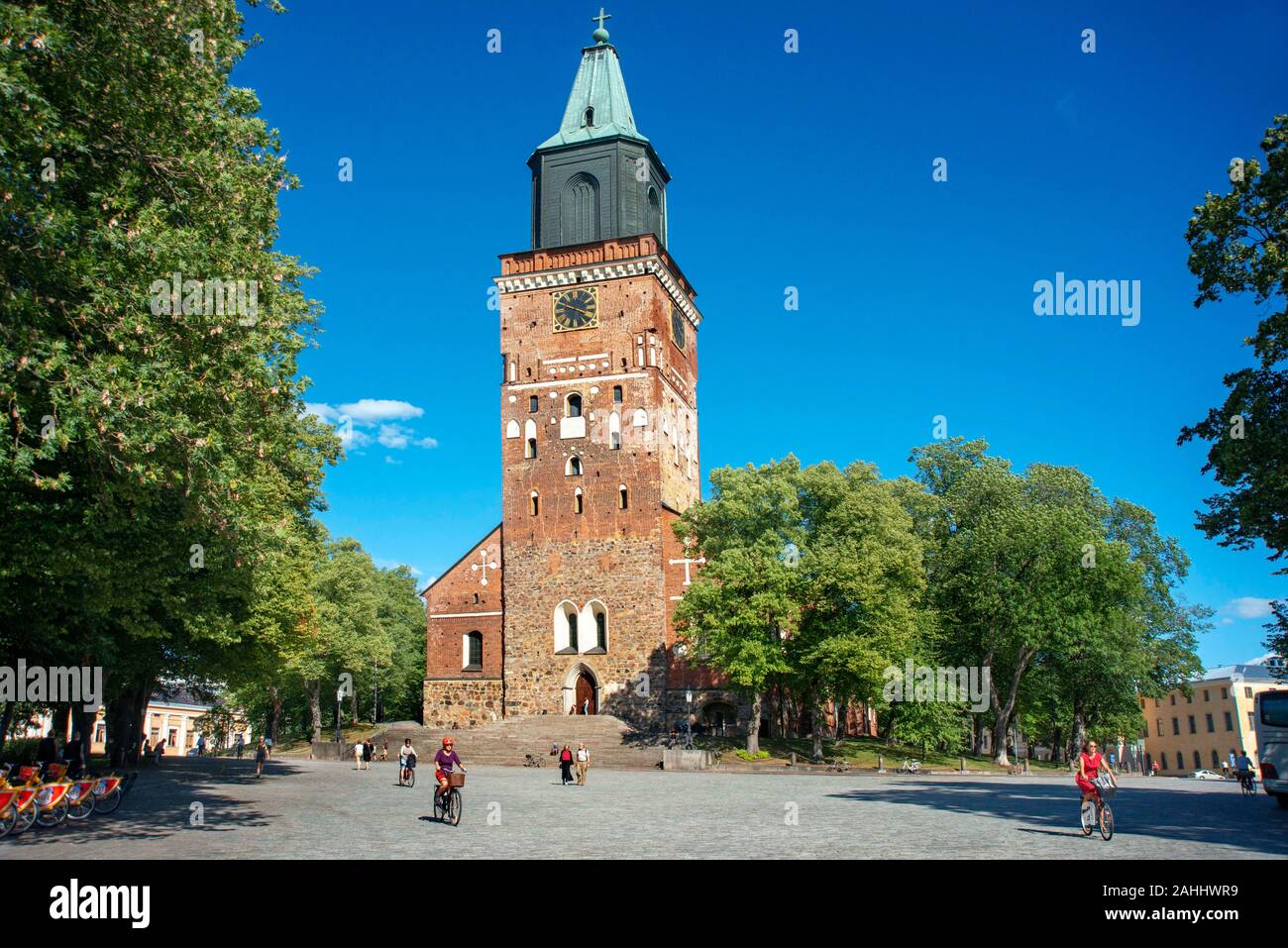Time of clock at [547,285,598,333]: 3:48
